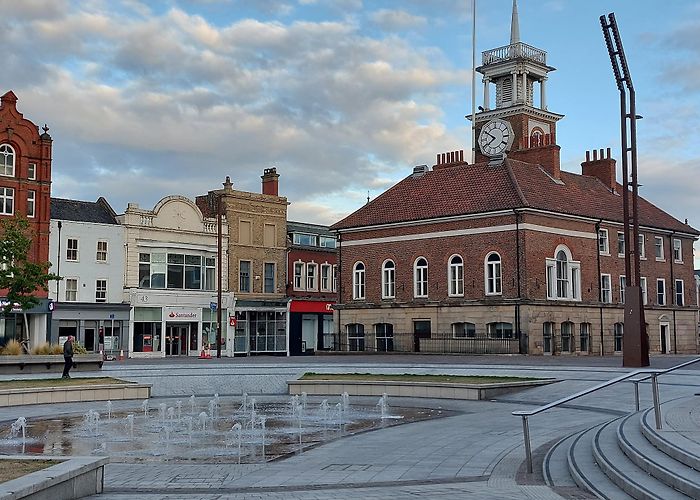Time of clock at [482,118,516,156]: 7:50
